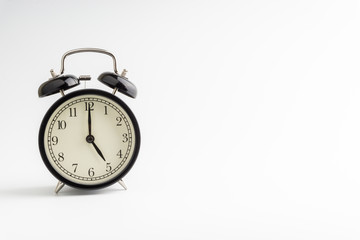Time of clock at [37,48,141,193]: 5:00
